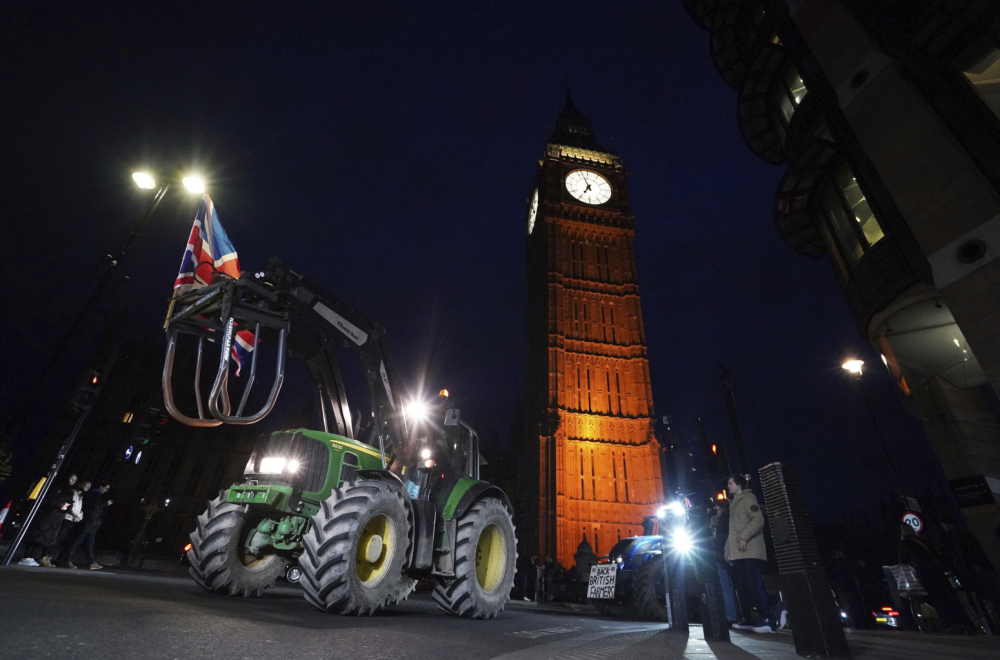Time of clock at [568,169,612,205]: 6:56
